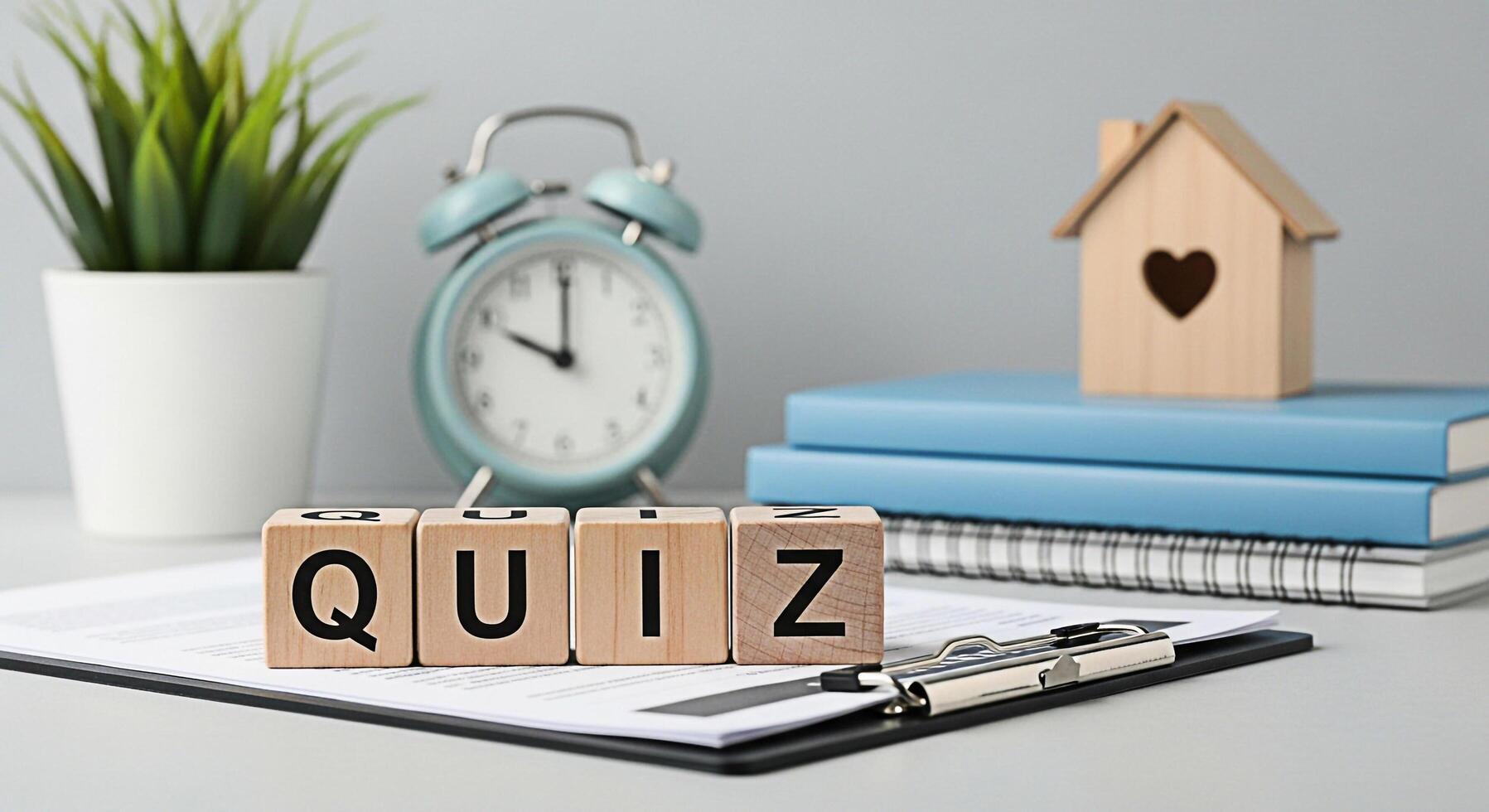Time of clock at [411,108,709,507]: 10:00
